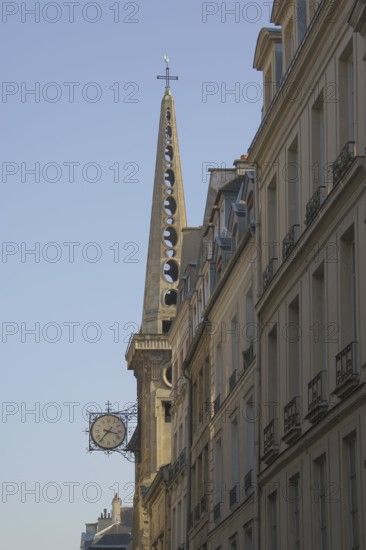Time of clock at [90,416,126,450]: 3:36
